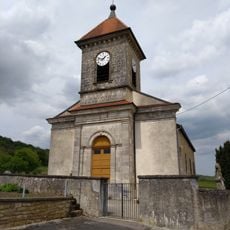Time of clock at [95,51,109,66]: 1:47
